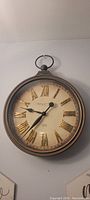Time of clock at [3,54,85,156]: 9:37
